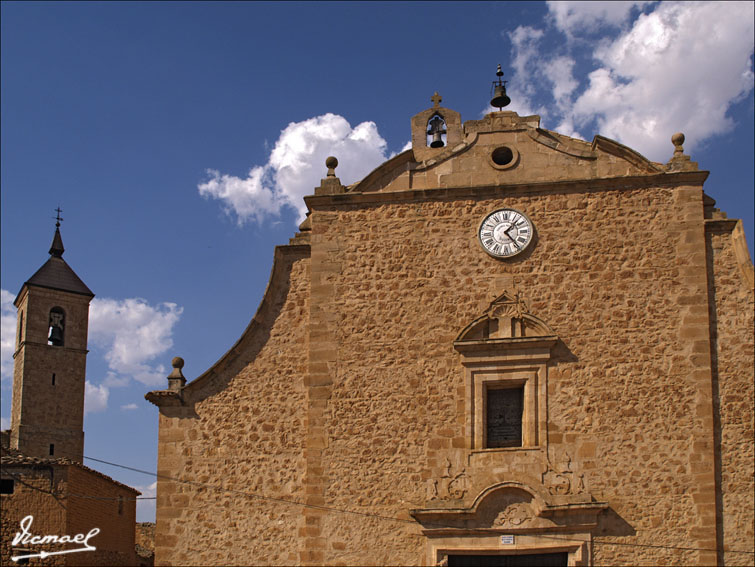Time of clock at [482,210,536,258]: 1:23
